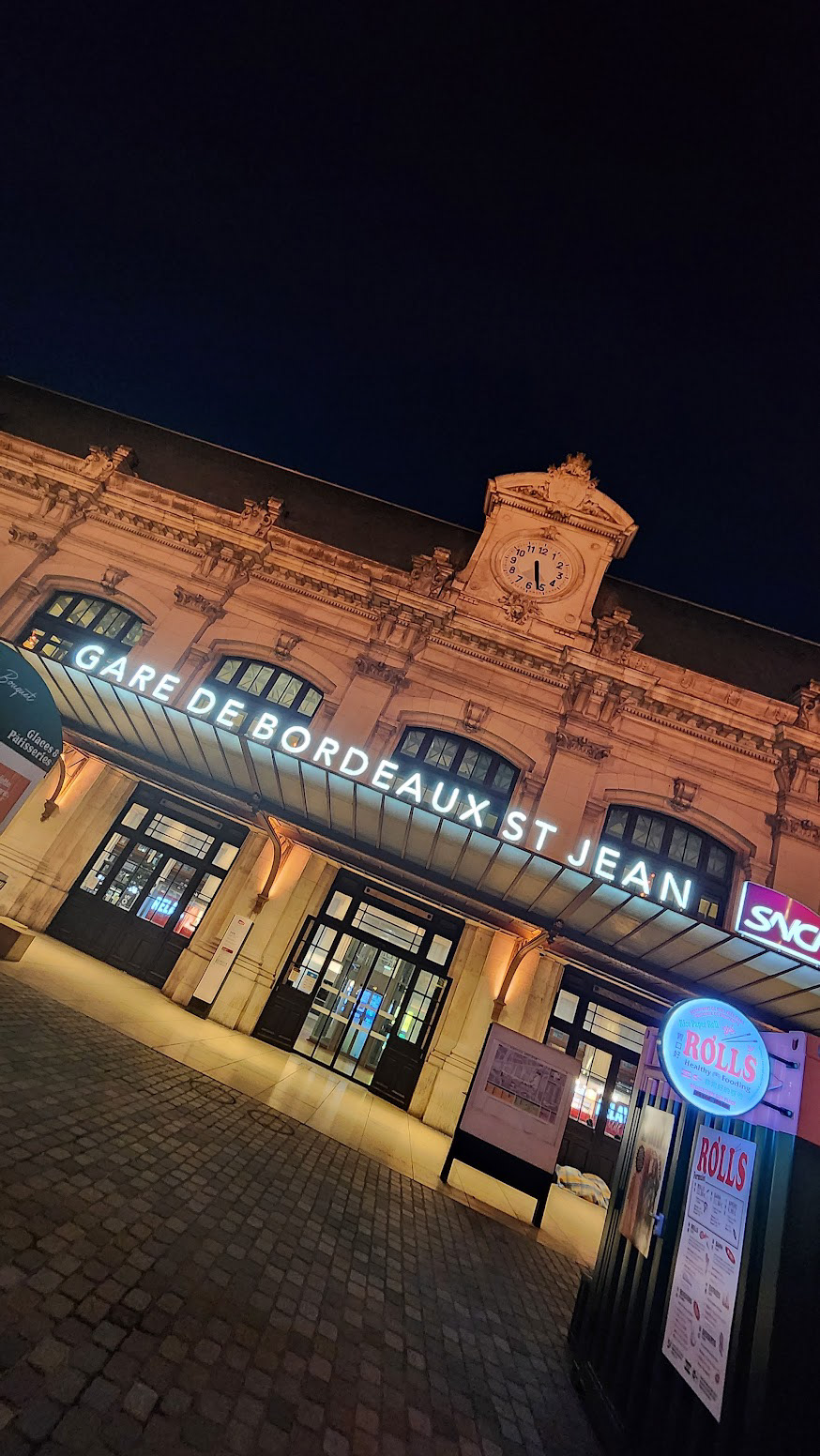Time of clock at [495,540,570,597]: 5:26
